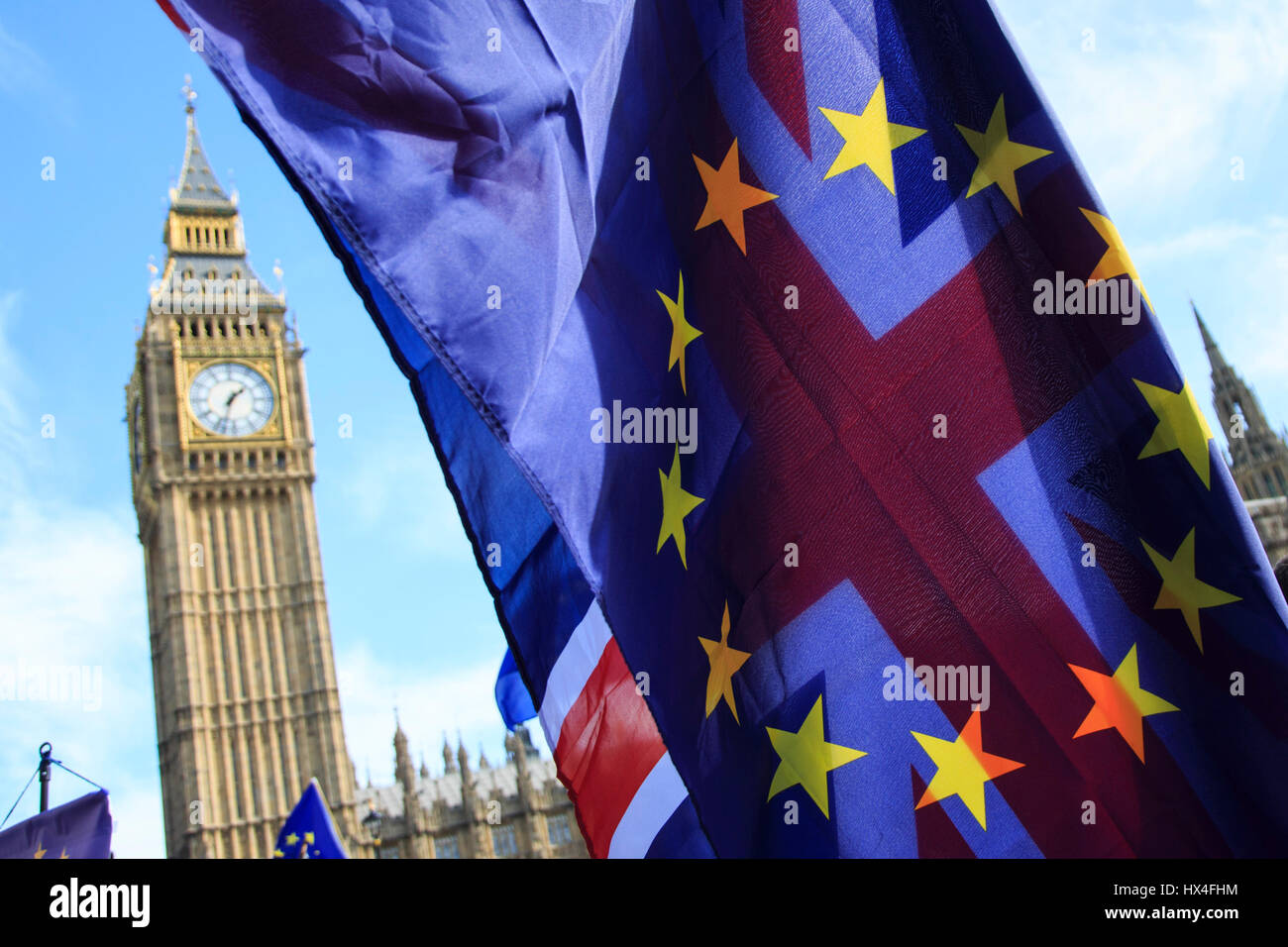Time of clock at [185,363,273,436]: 1:33
